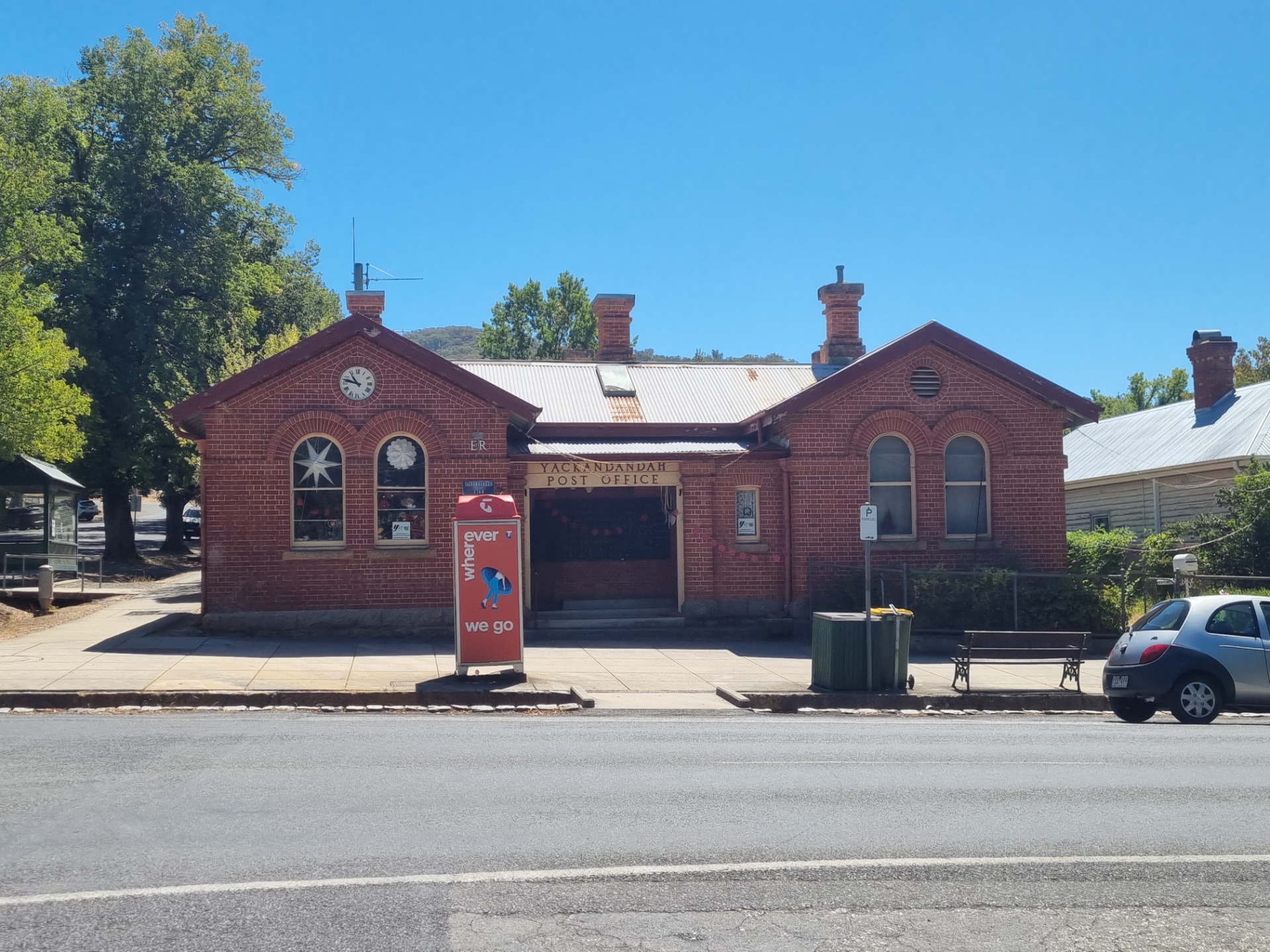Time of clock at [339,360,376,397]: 10:47
